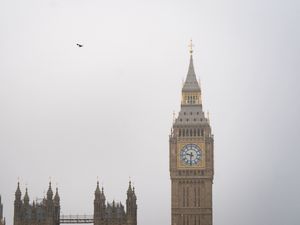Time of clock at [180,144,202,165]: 9:31
